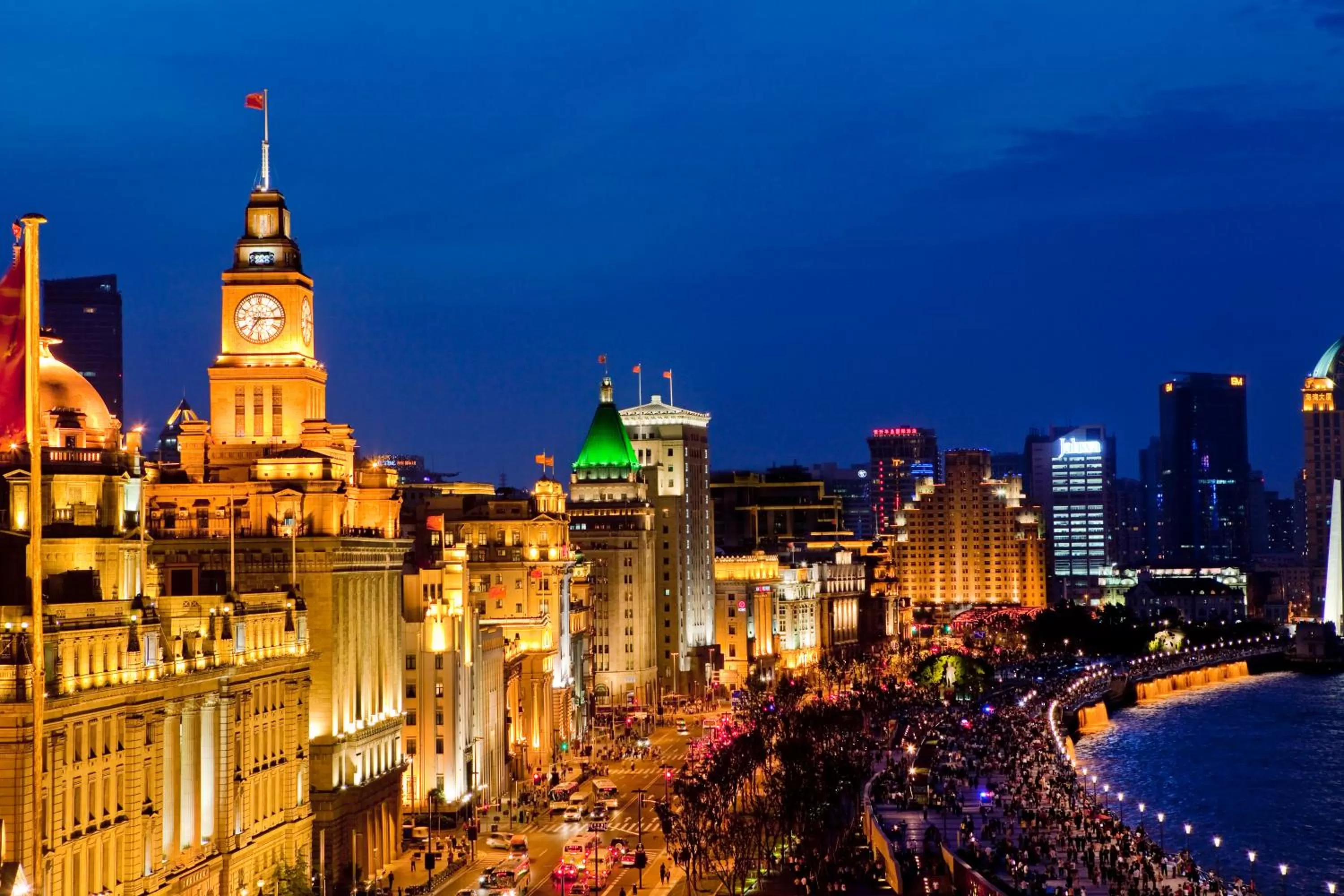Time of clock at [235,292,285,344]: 7:14
